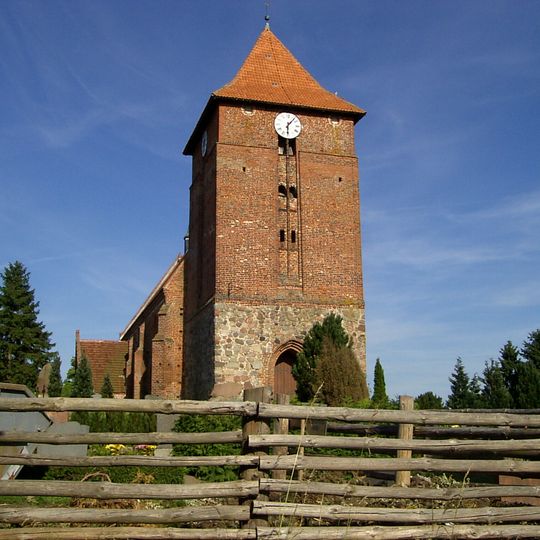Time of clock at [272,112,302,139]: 6:06
